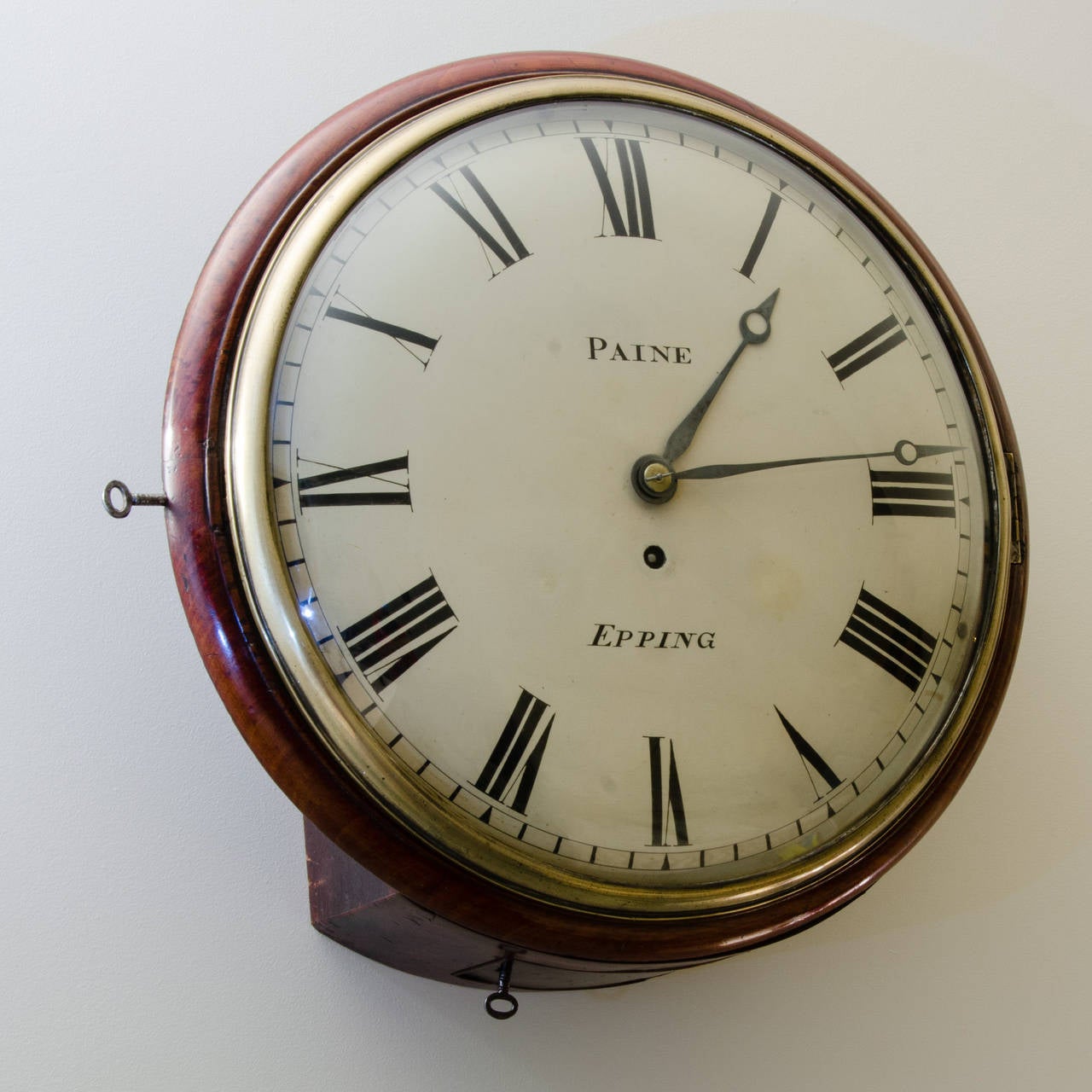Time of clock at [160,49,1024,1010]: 1:13
